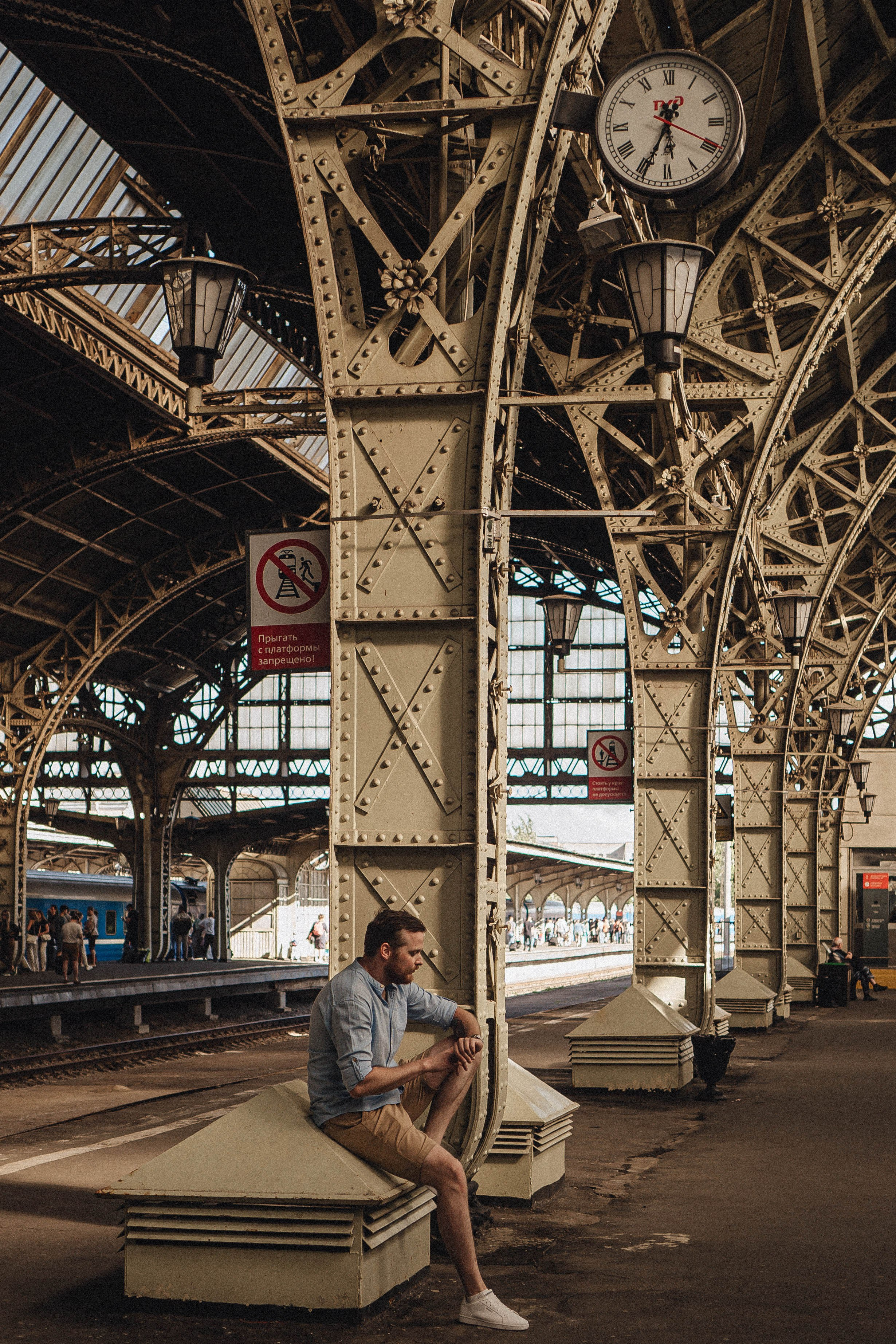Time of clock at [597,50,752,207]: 5:34
